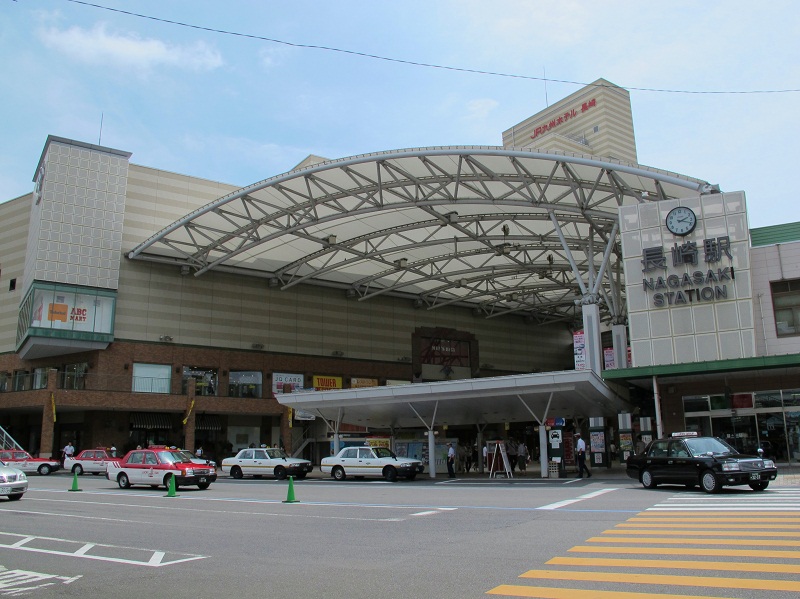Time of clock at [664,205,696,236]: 2:18
